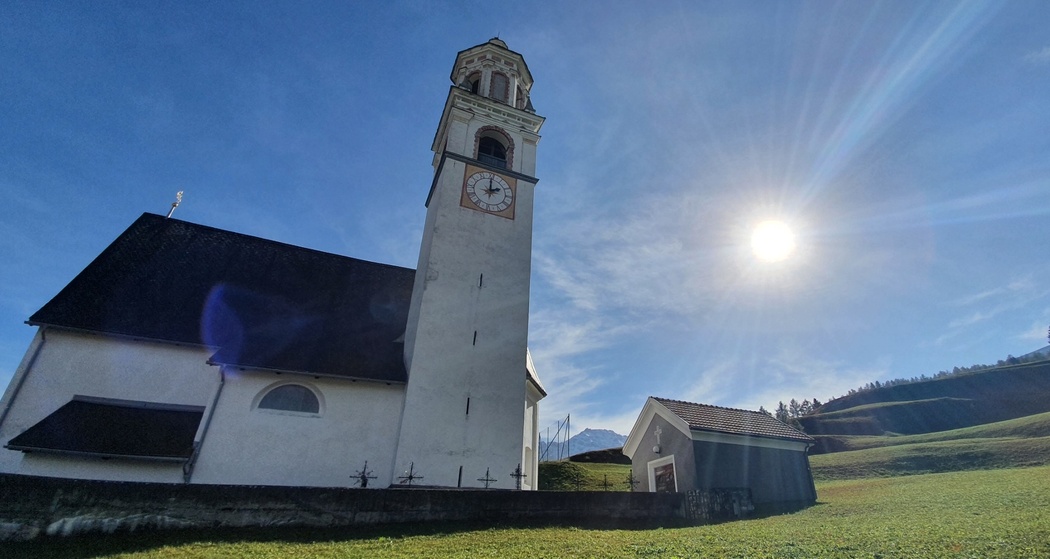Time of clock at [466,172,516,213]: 2:00
